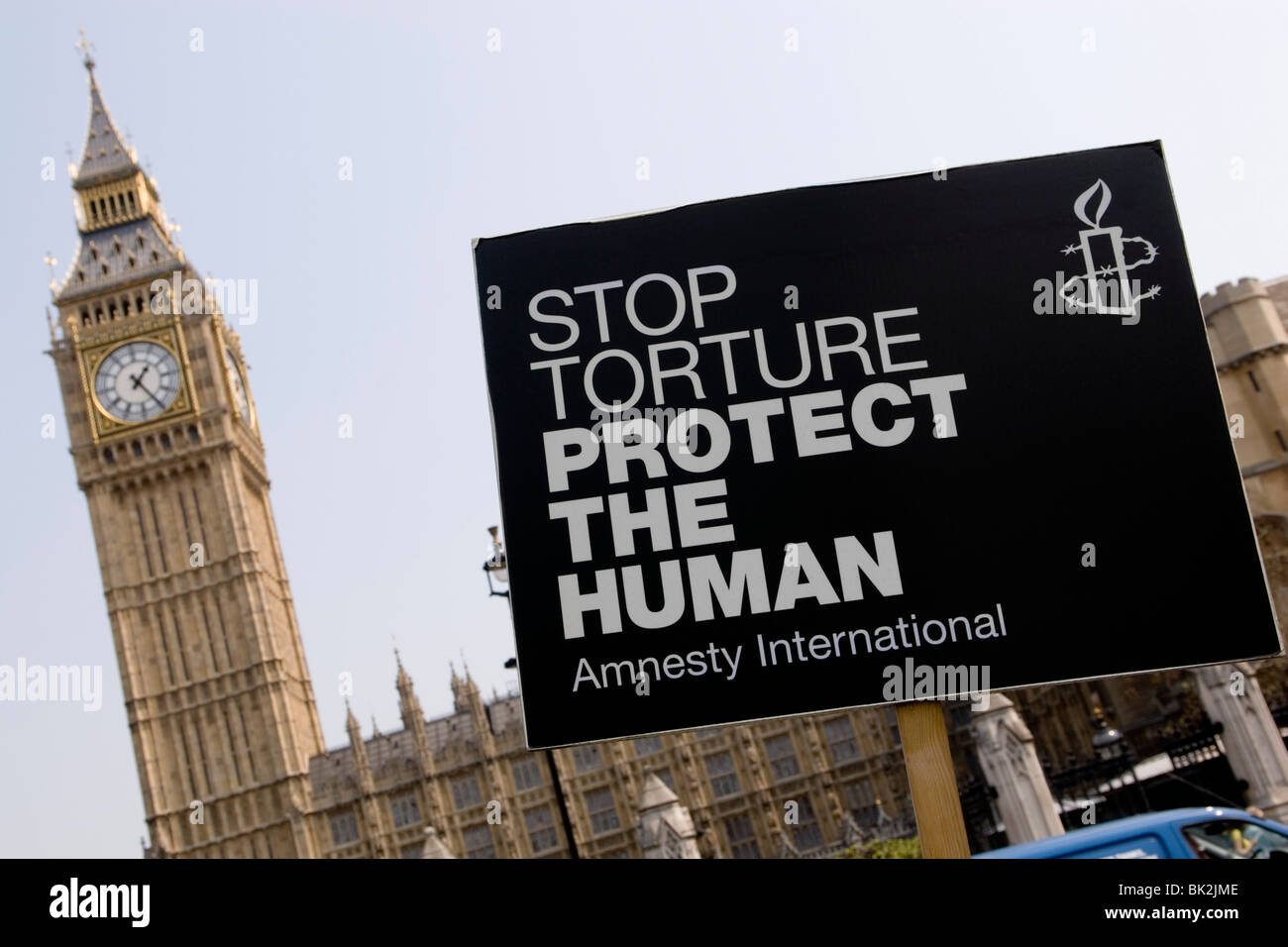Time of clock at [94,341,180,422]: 1:24
